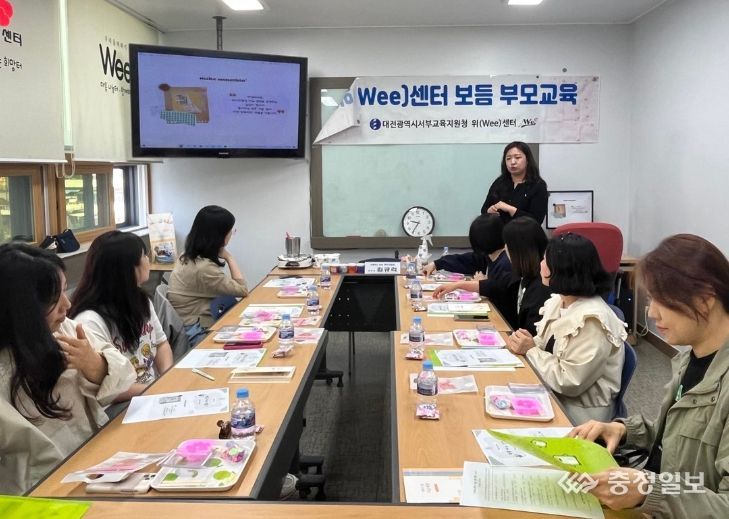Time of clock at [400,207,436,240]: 9:35
